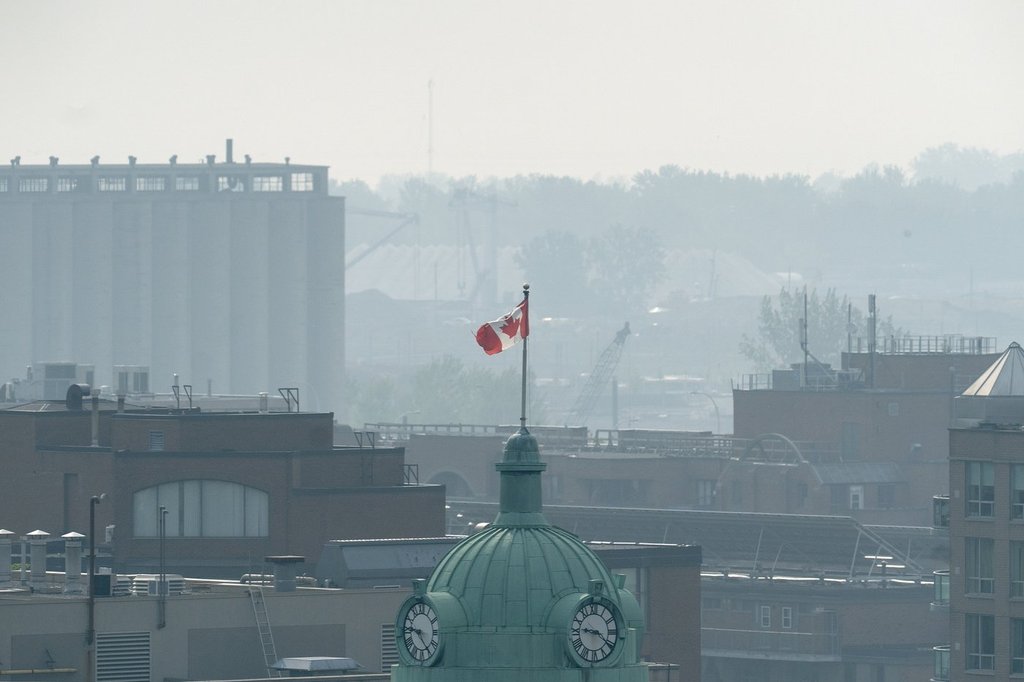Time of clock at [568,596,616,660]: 9:20
